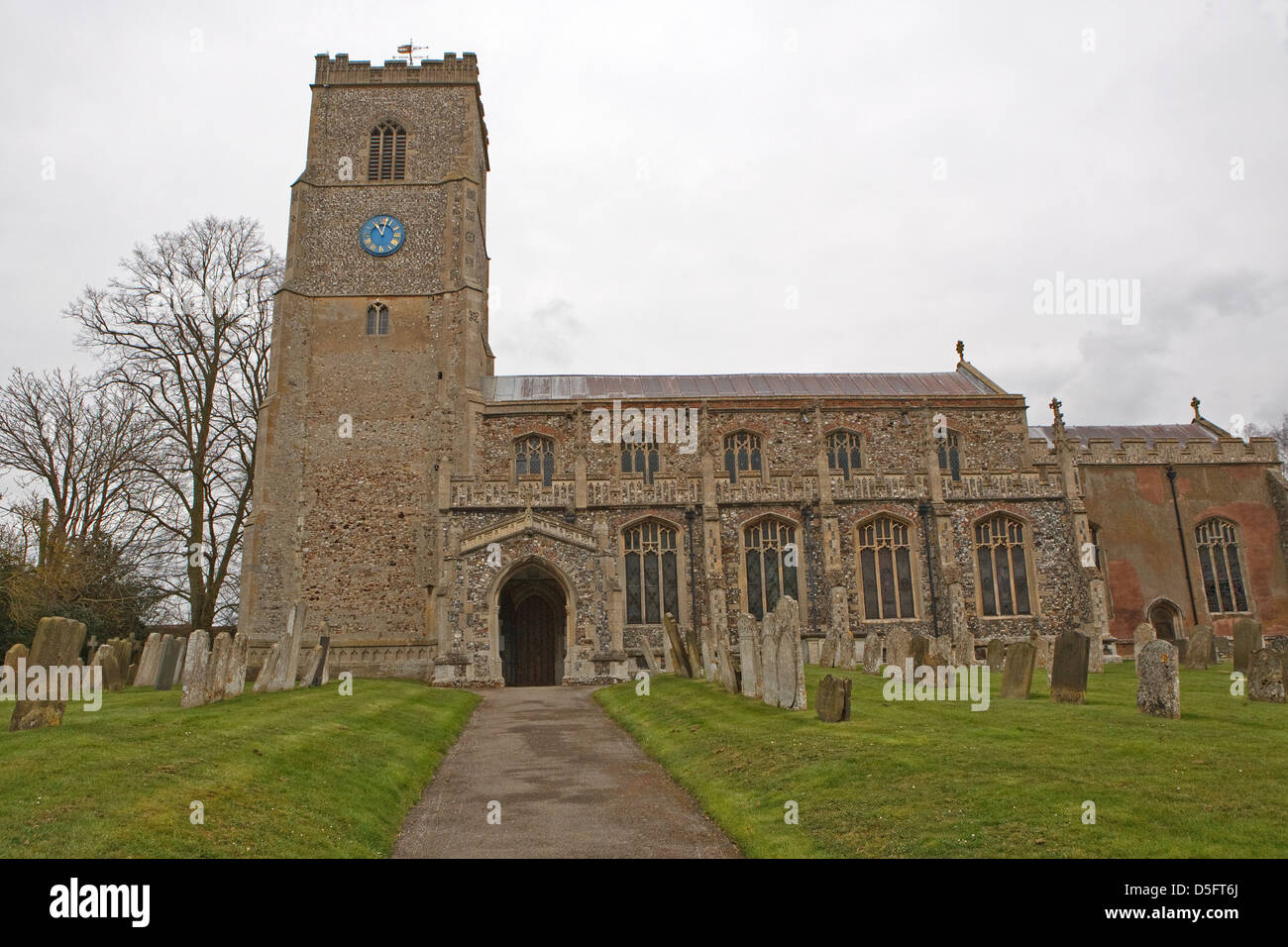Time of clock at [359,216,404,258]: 11:02
